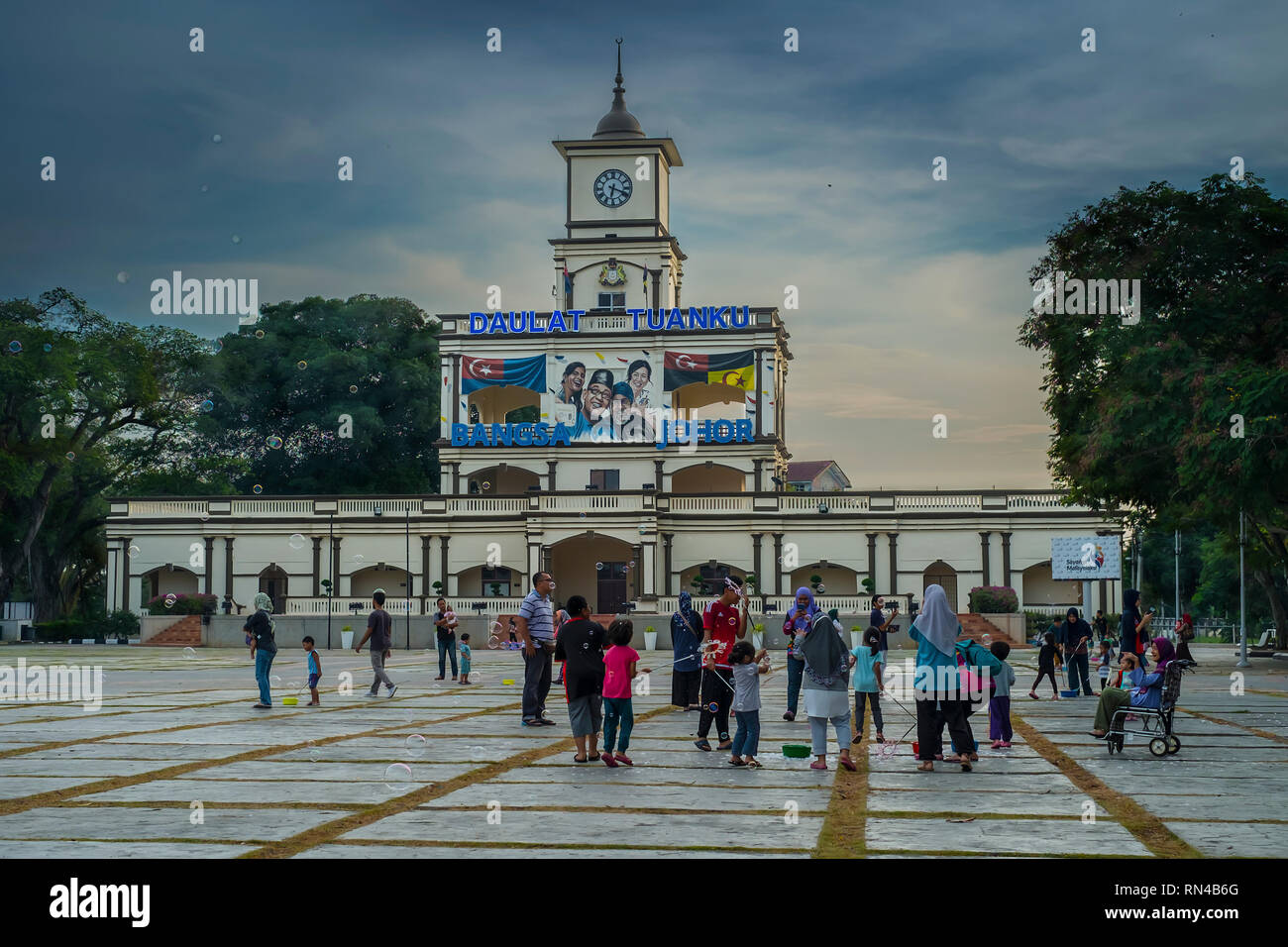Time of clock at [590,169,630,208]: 6:18
